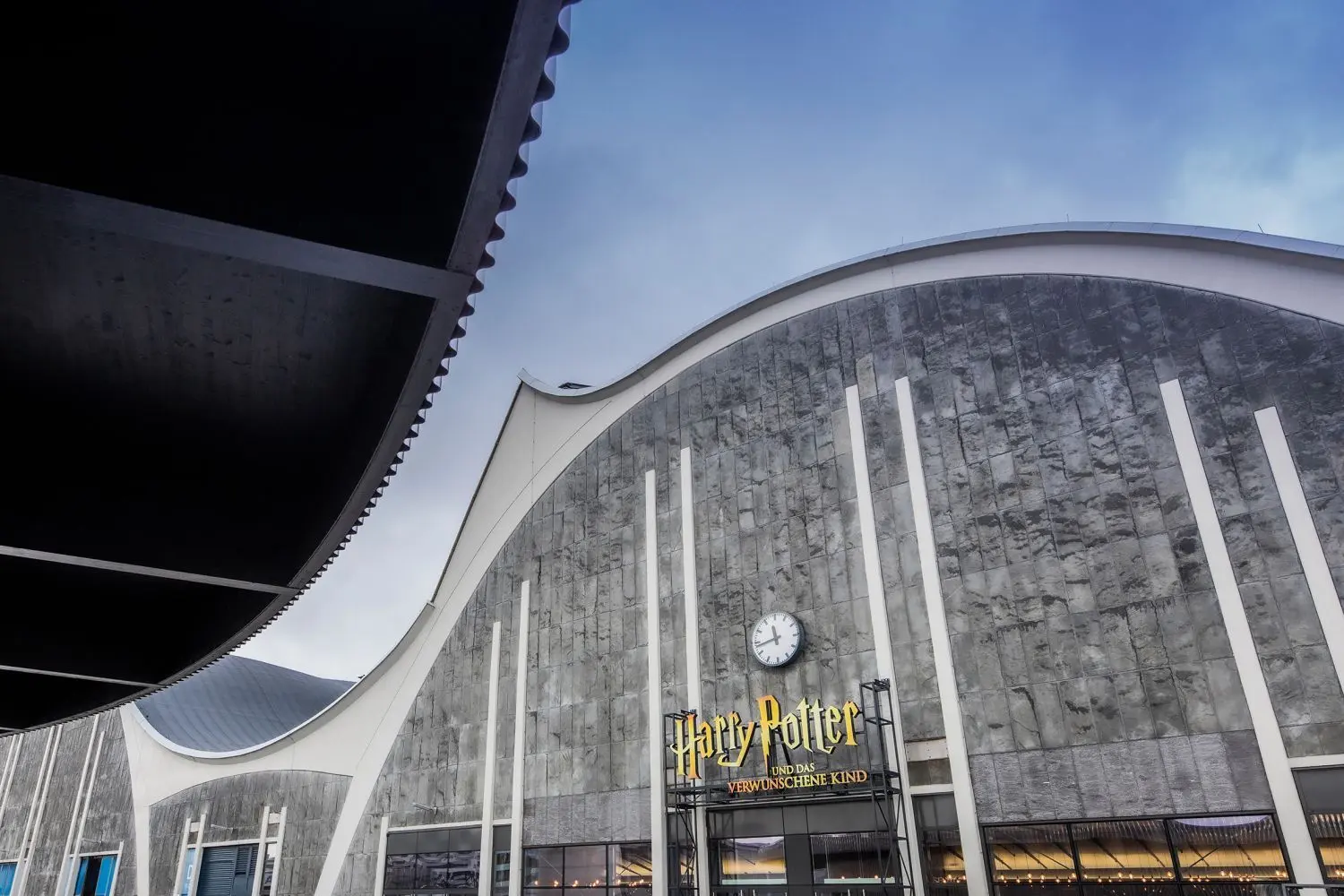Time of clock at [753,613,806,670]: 11:43
